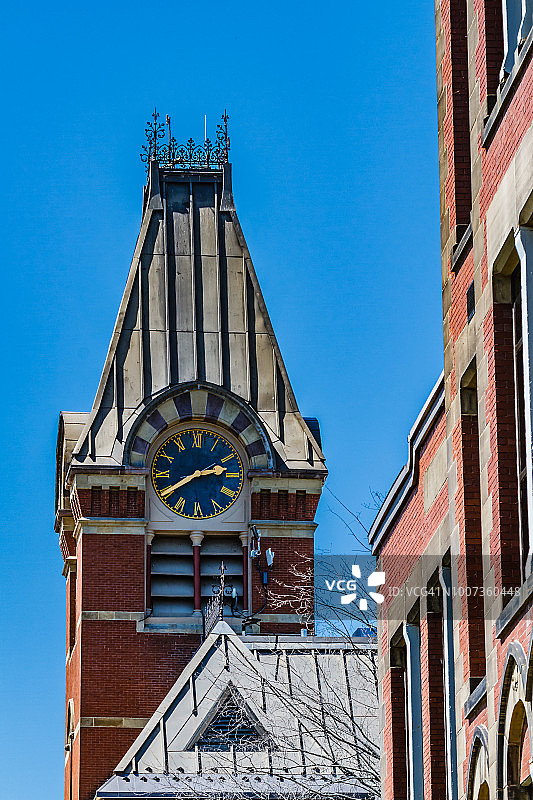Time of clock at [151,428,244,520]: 2:39
